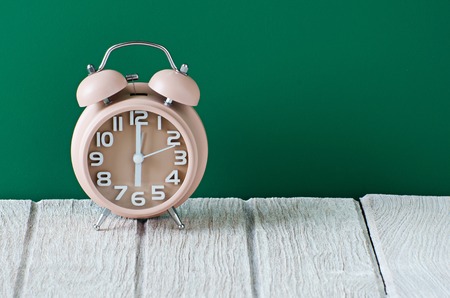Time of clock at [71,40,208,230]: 6:00
